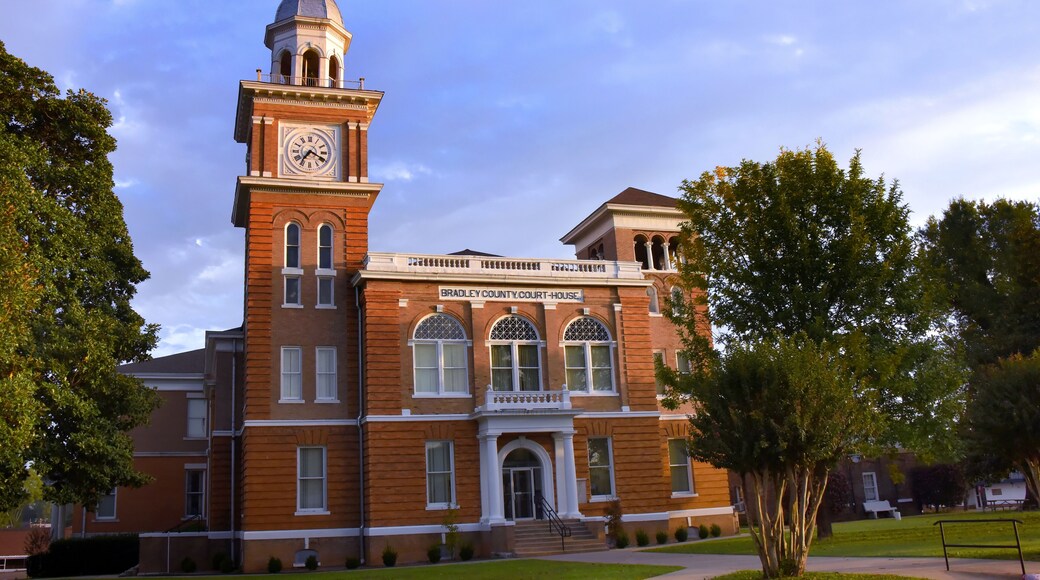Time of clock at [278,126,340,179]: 7:19
